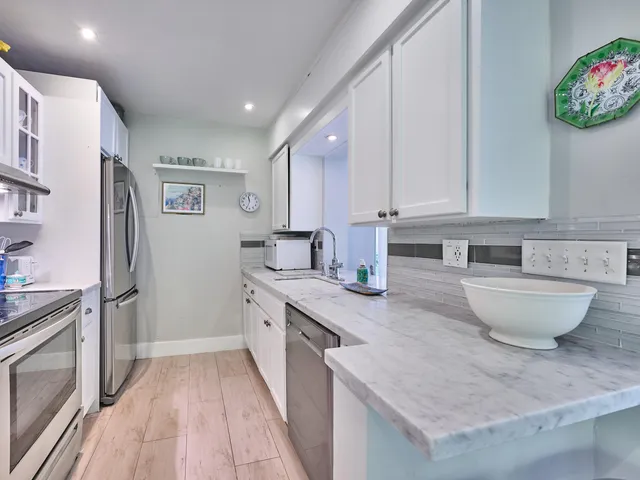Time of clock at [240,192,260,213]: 11:33
